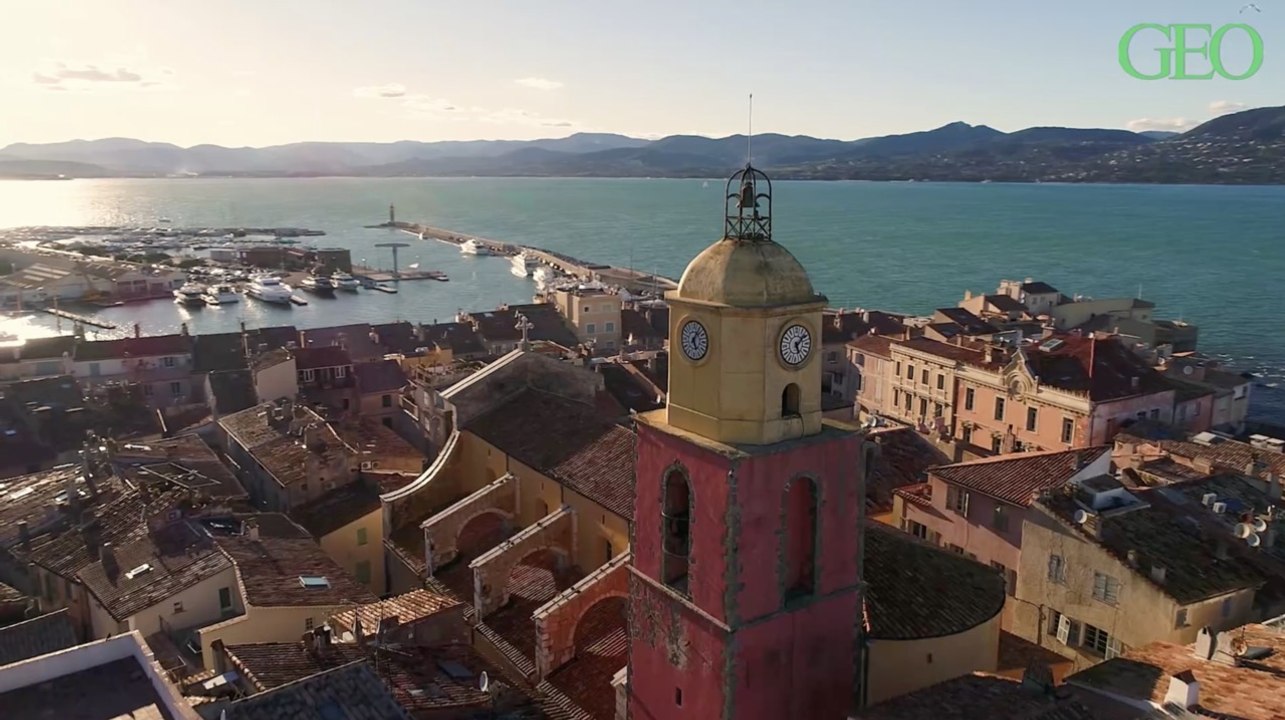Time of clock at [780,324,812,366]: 5:07
